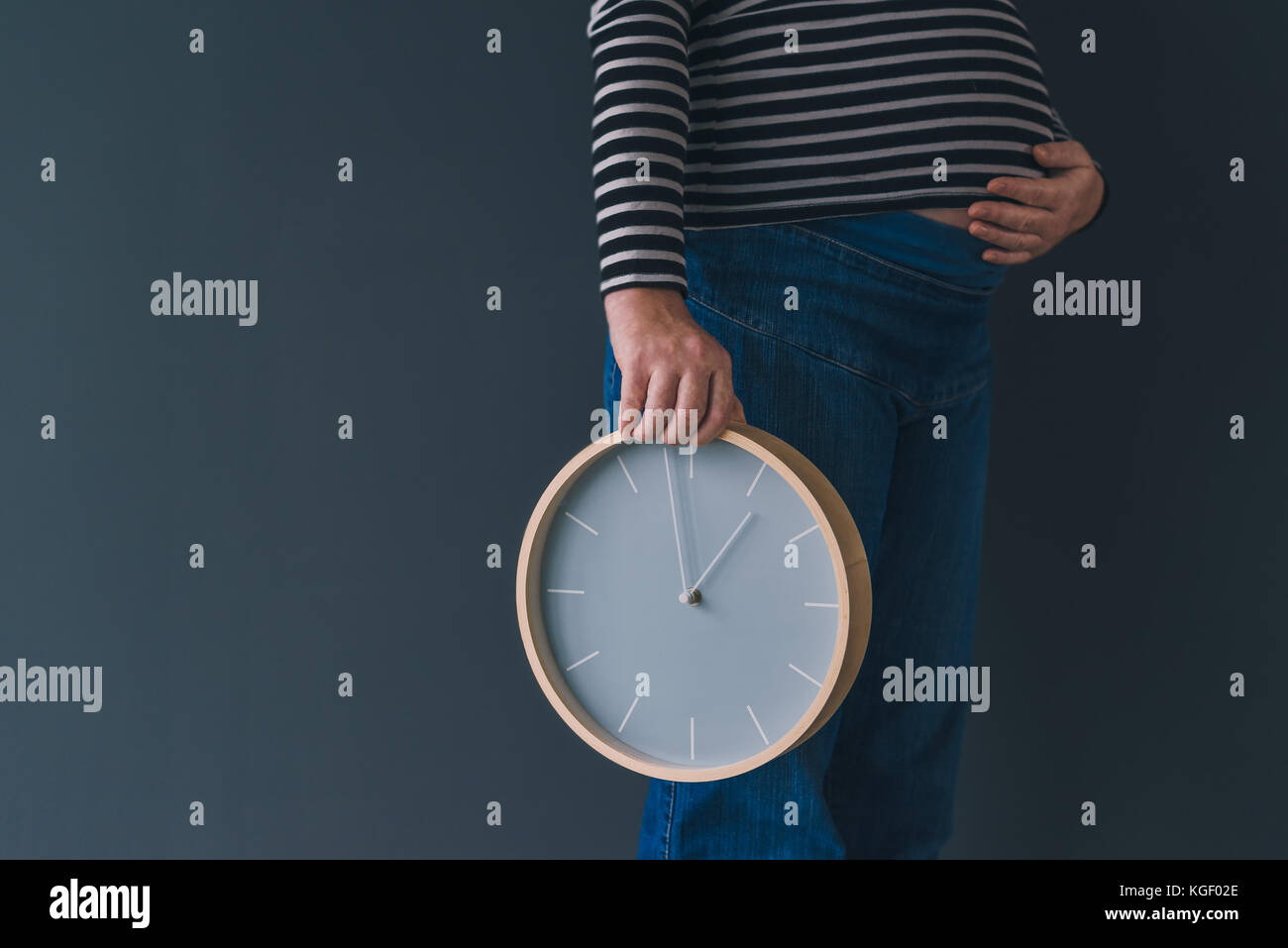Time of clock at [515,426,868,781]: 12:58
